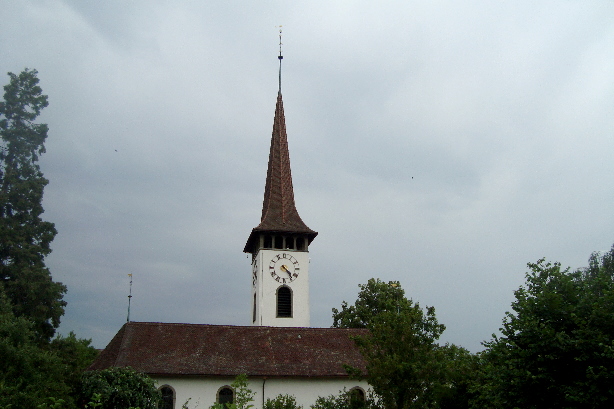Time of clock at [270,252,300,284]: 4:23
